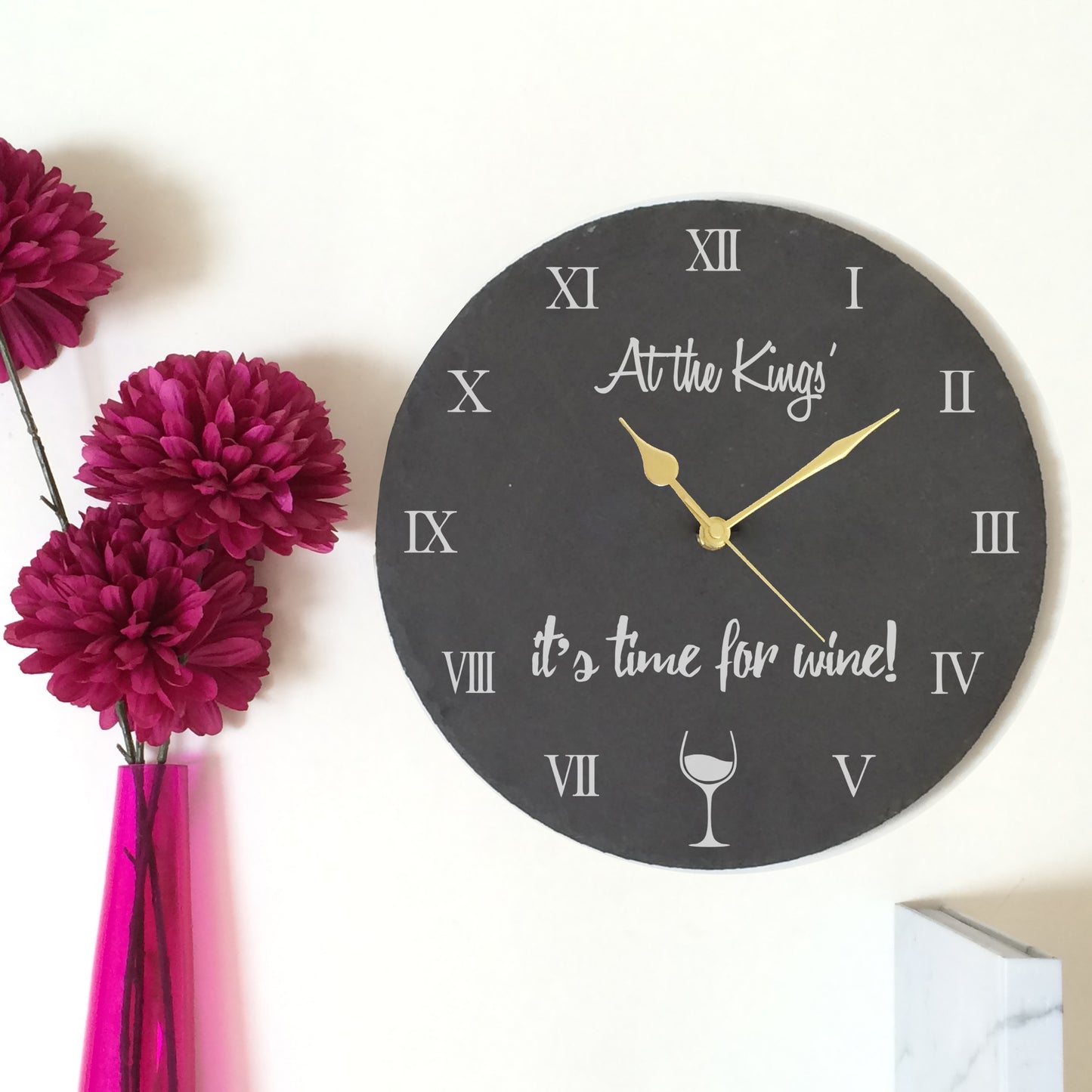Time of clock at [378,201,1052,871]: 10:09
